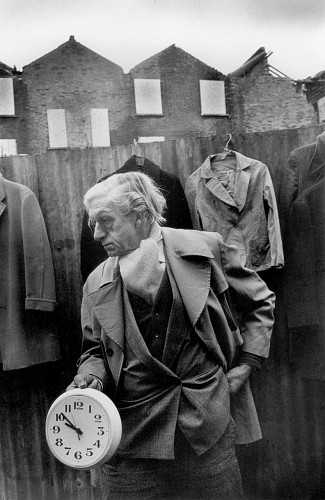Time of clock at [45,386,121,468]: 9:51
